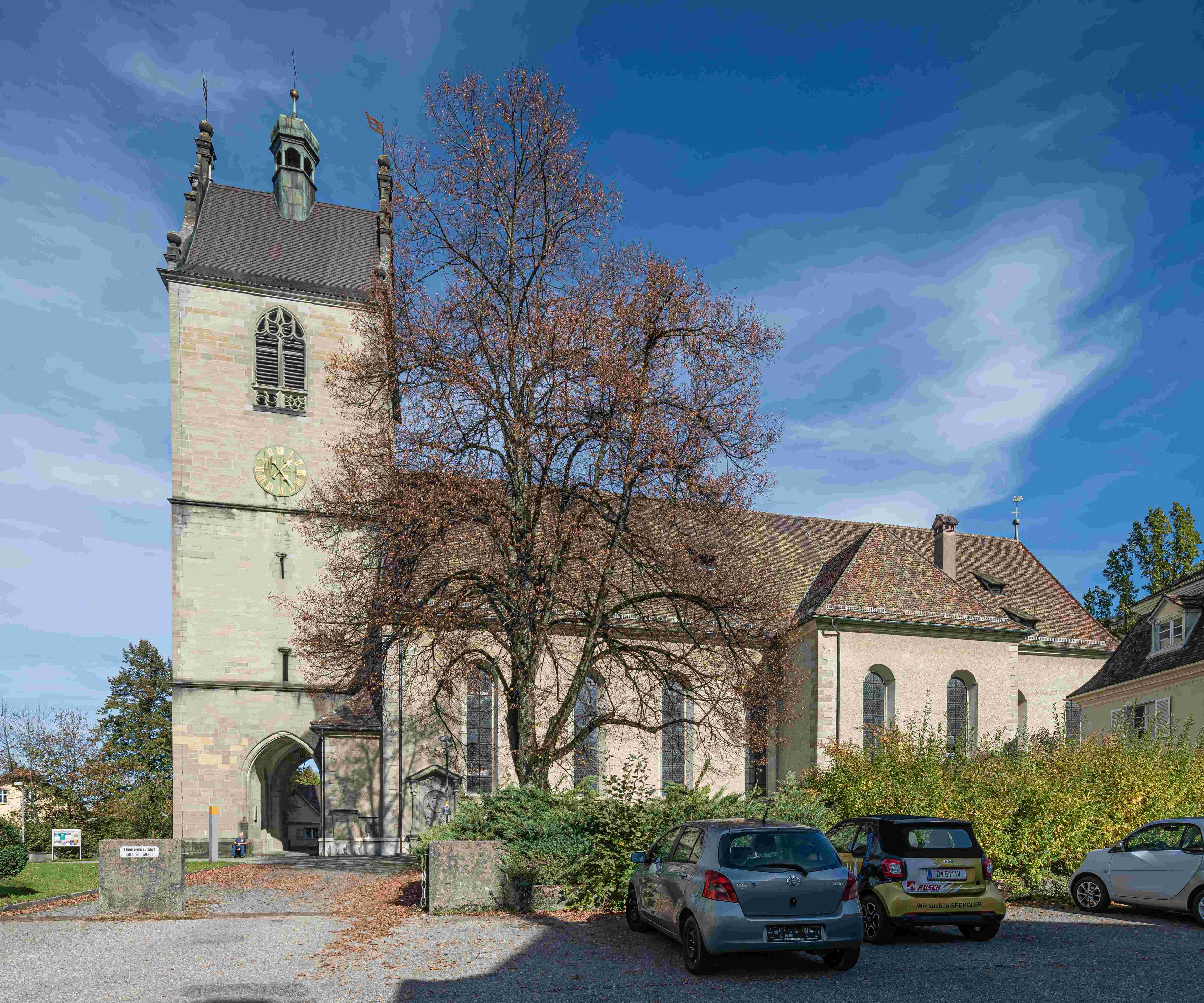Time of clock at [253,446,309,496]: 1:23
